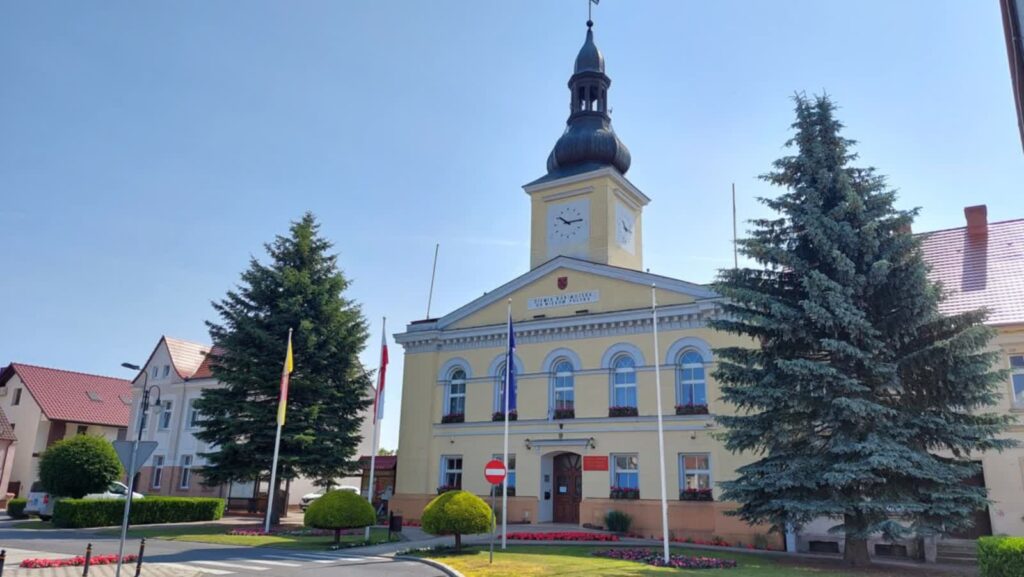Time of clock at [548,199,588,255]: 10:14
